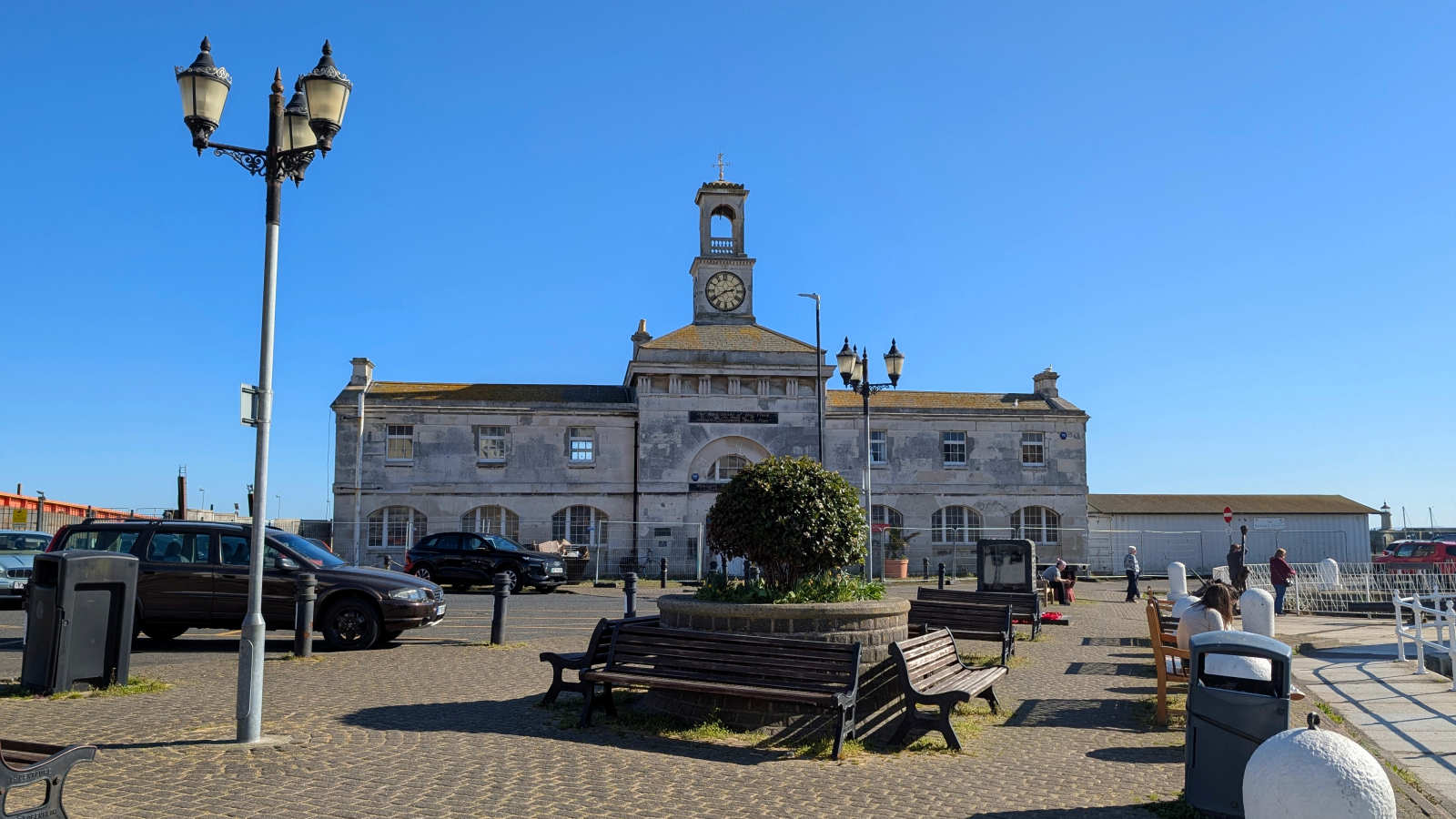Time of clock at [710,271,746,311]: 2:40
